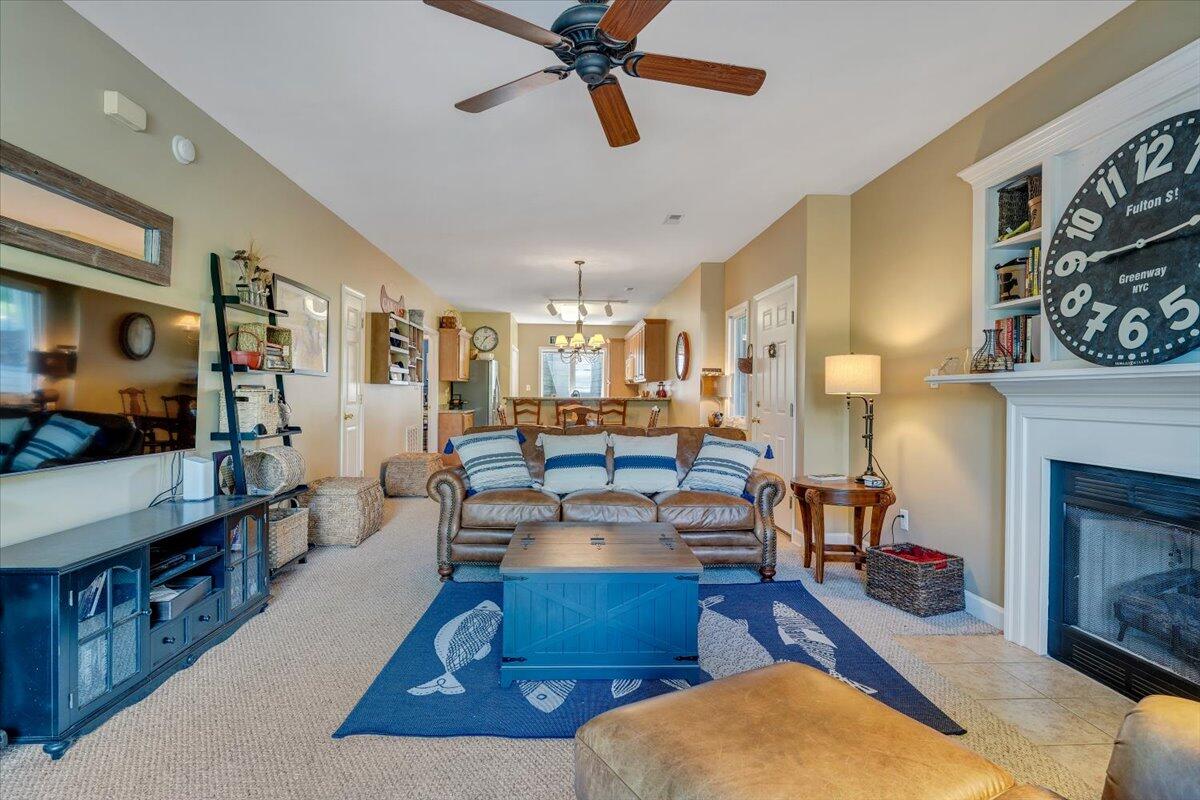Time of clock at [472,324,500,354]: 1:34
